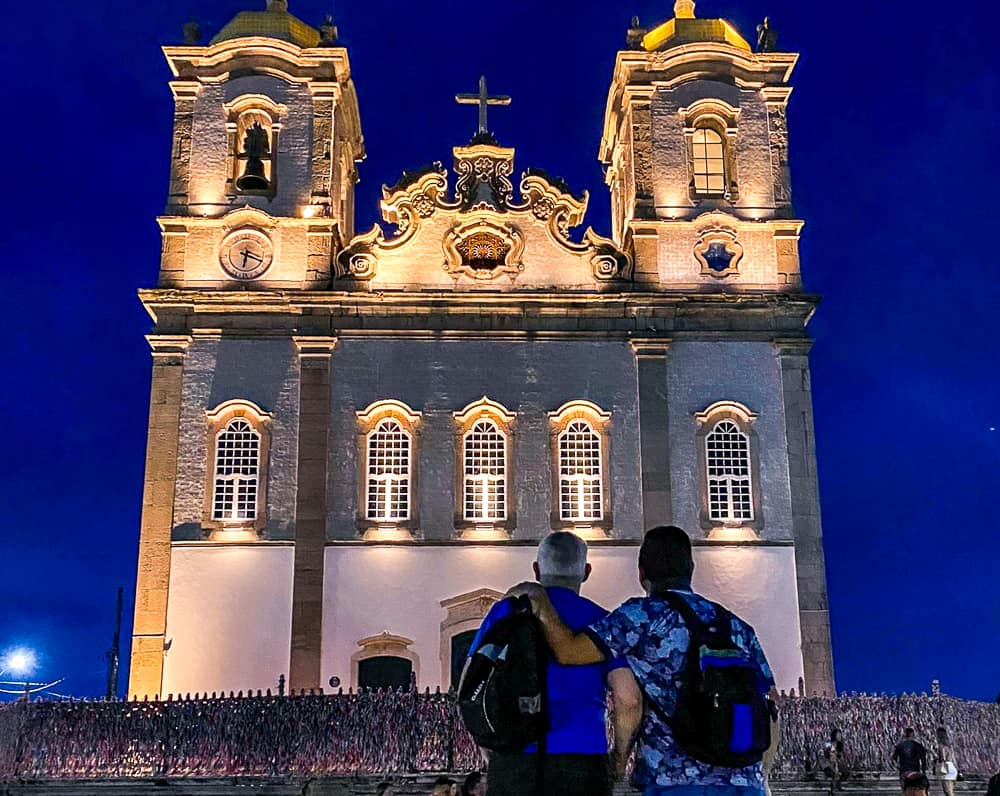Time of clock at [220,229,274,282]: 6:18
